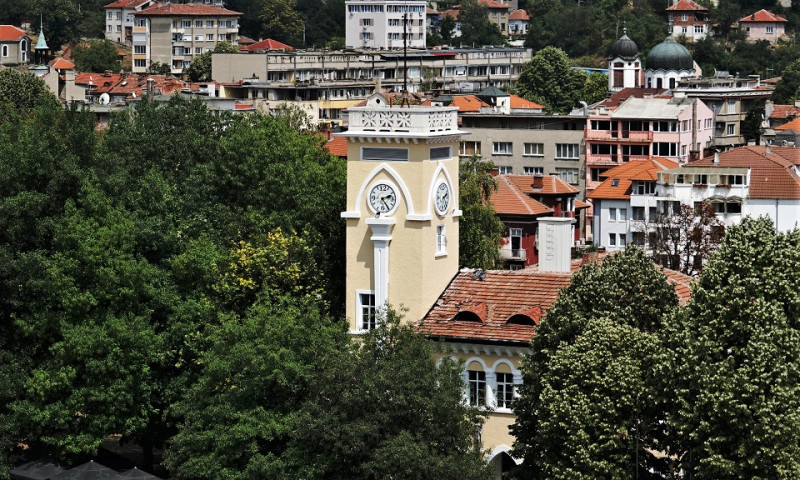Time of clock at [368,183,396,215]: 2:24
